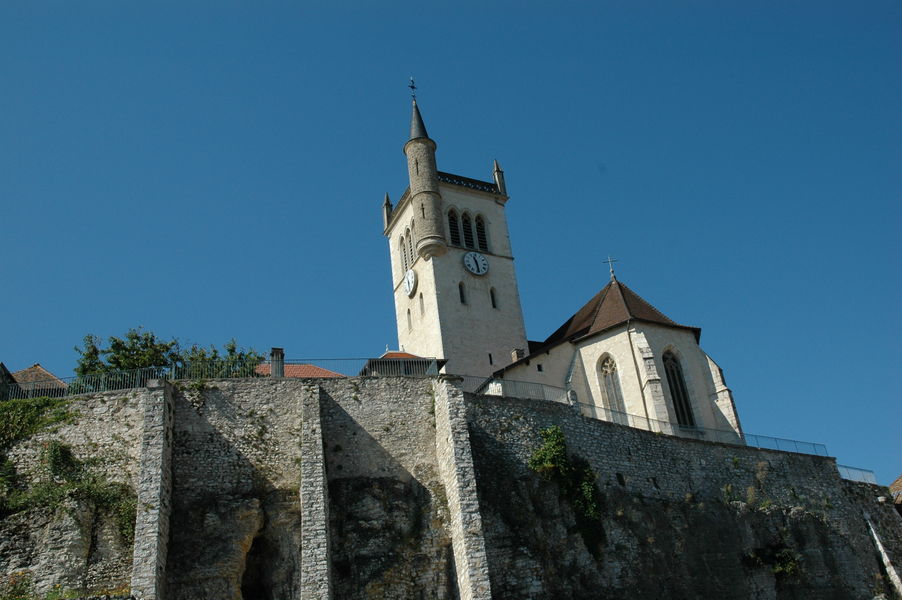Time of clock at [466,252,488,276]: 11:28
